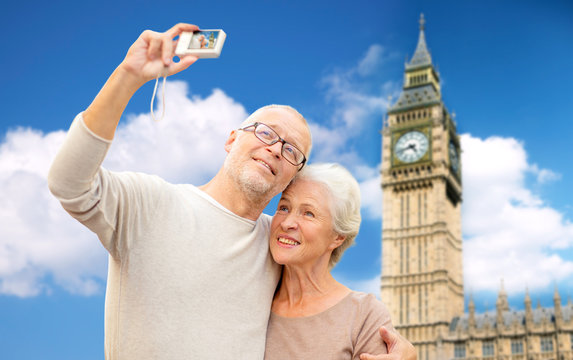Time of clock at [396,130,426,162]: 4:42
